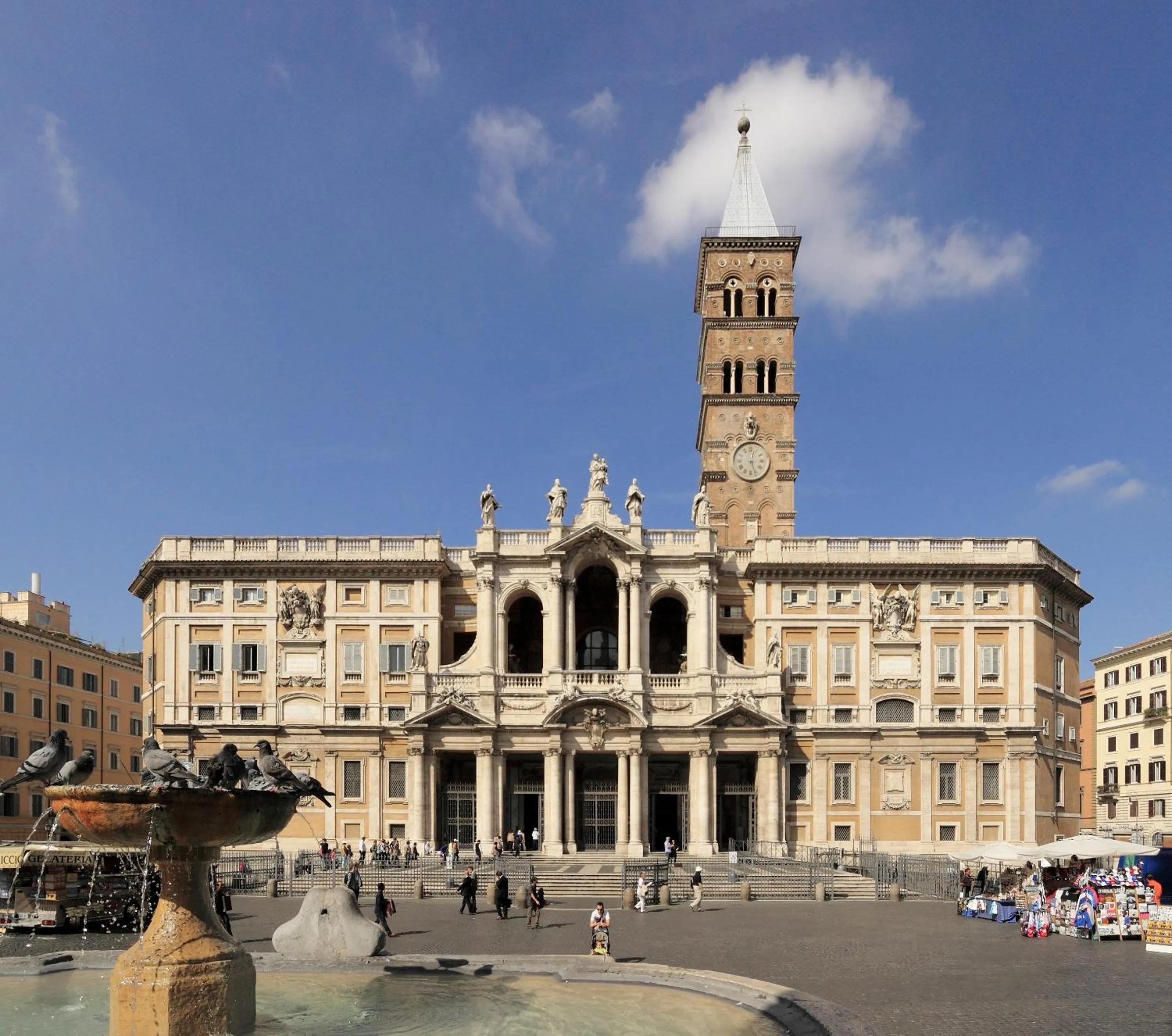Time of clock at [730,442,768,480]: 12:26
